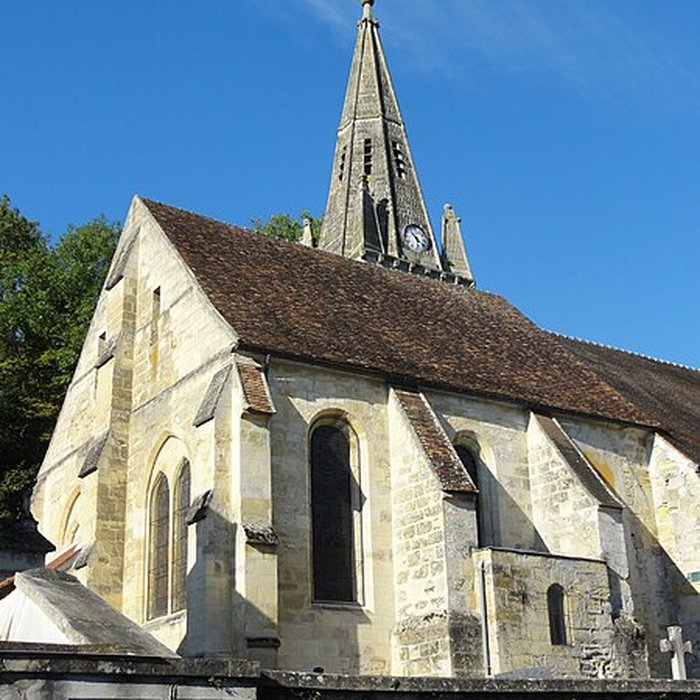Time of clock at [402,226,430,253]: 4:52
